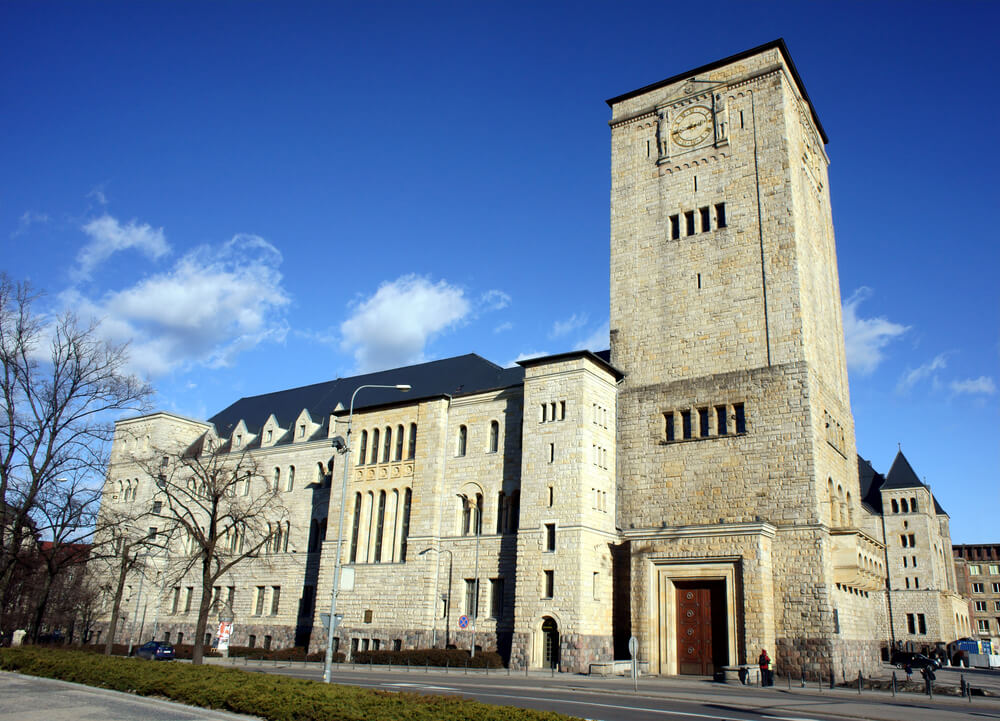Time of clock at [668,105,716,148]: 2:42
